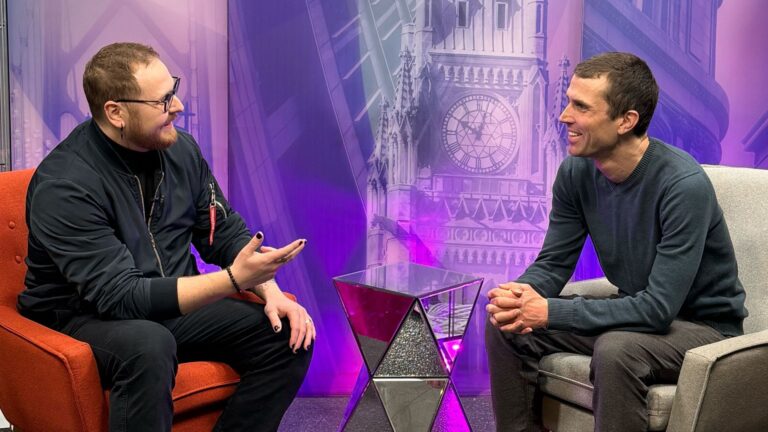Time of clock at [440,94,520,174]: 10:02
